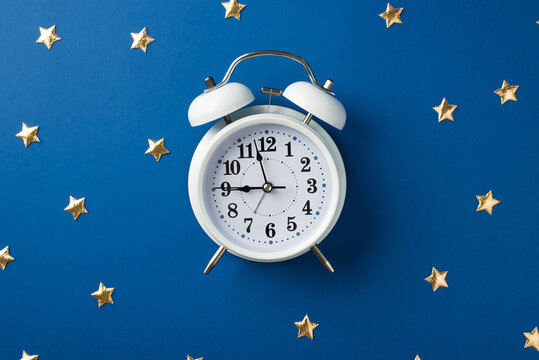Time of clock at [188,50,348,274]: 8:57
